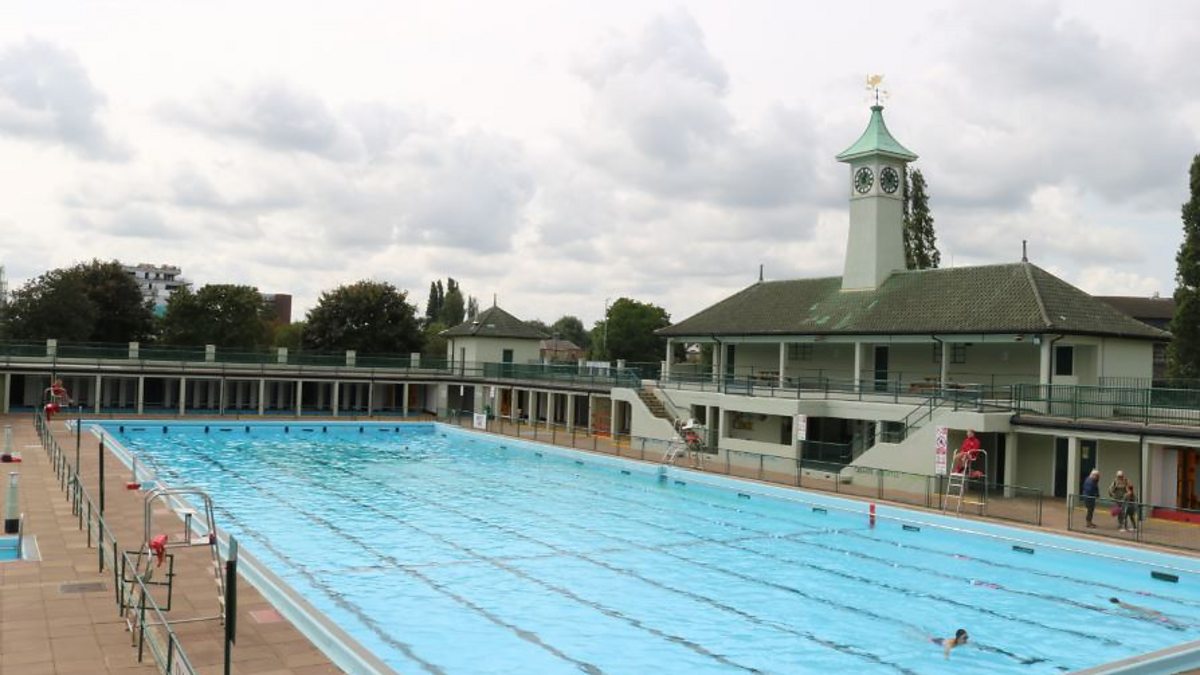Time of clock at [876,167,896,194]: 12:52
